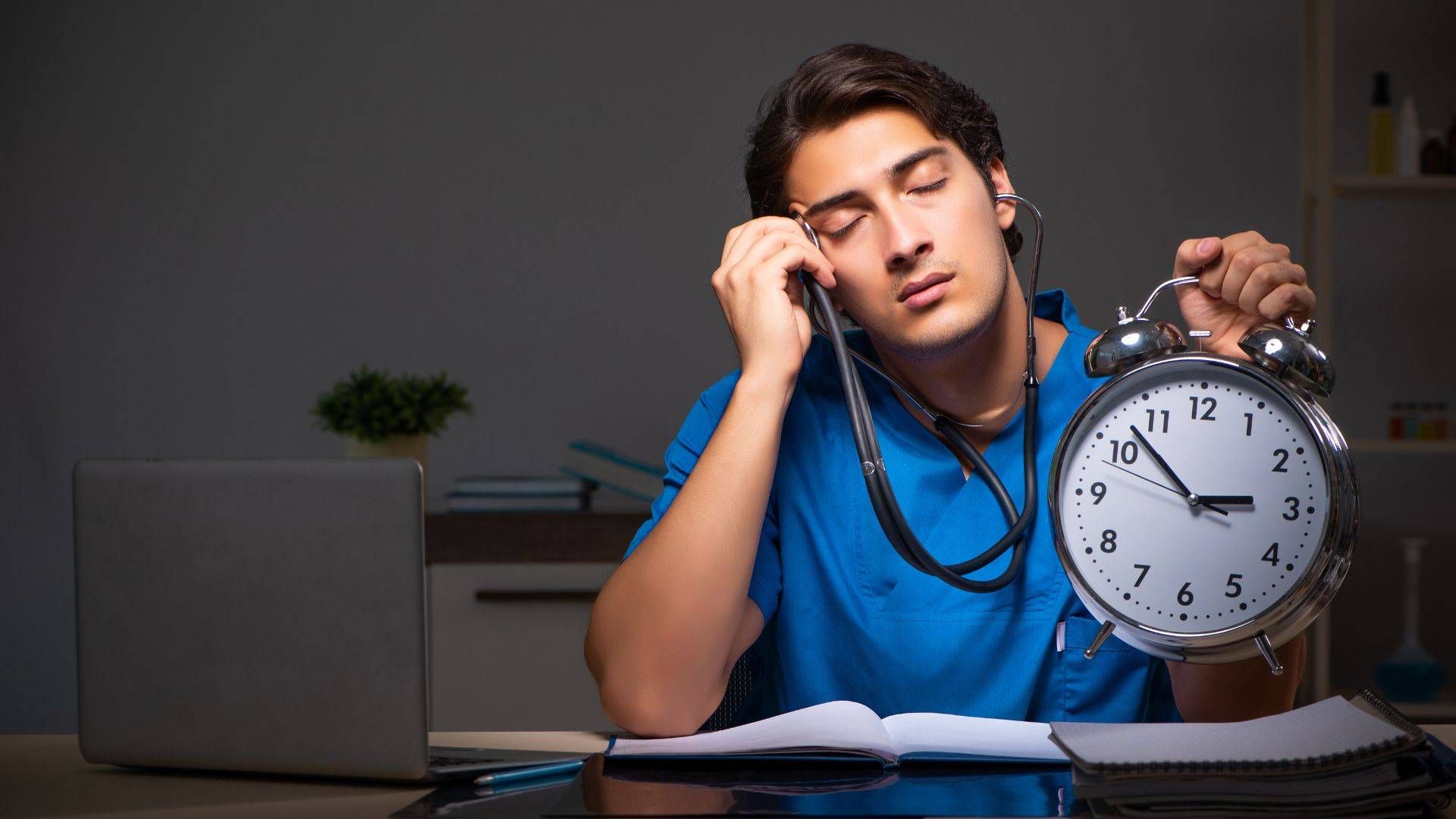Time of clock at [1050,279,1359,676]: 2:52
